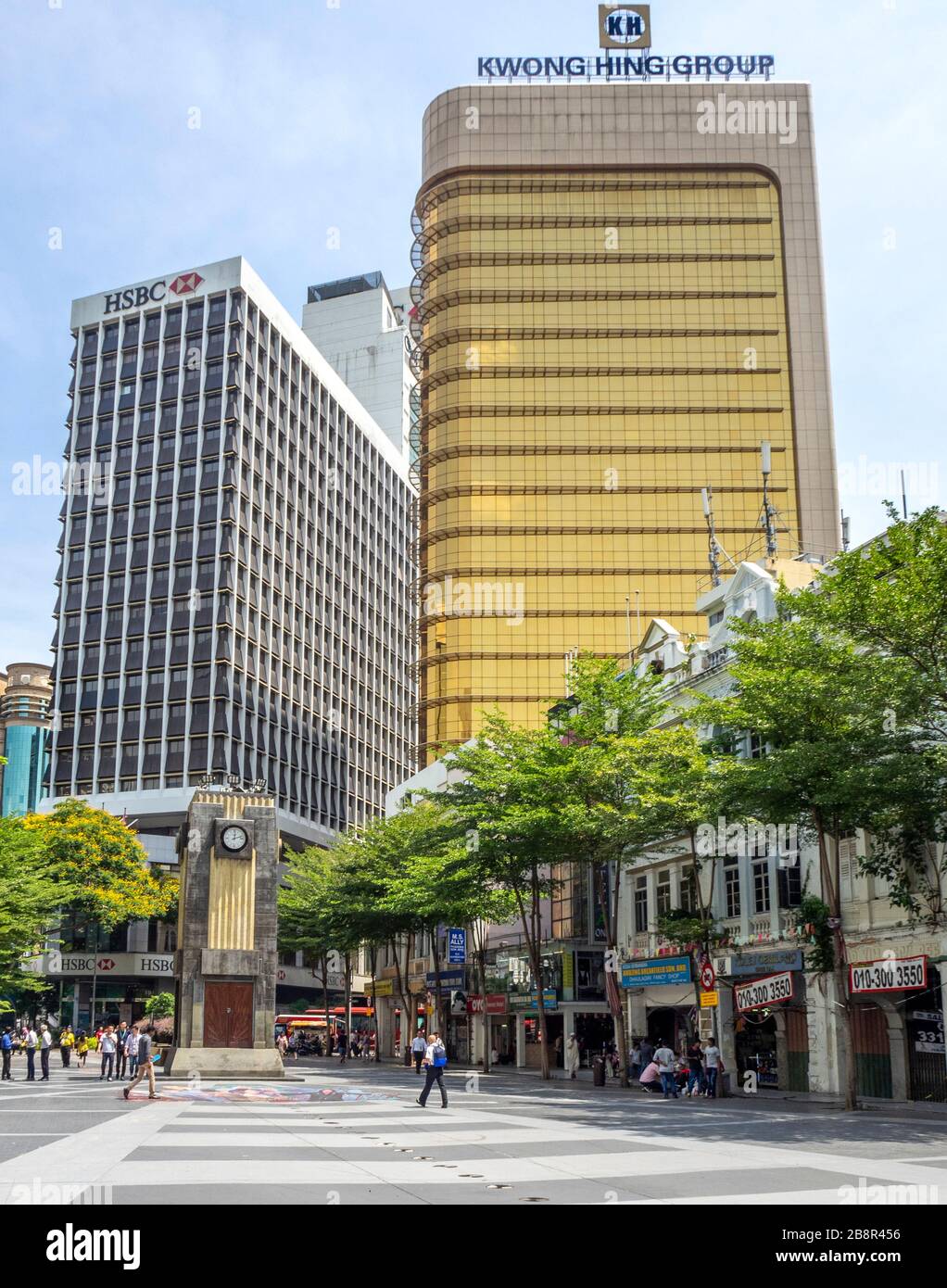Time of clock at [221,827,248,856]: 12:12
